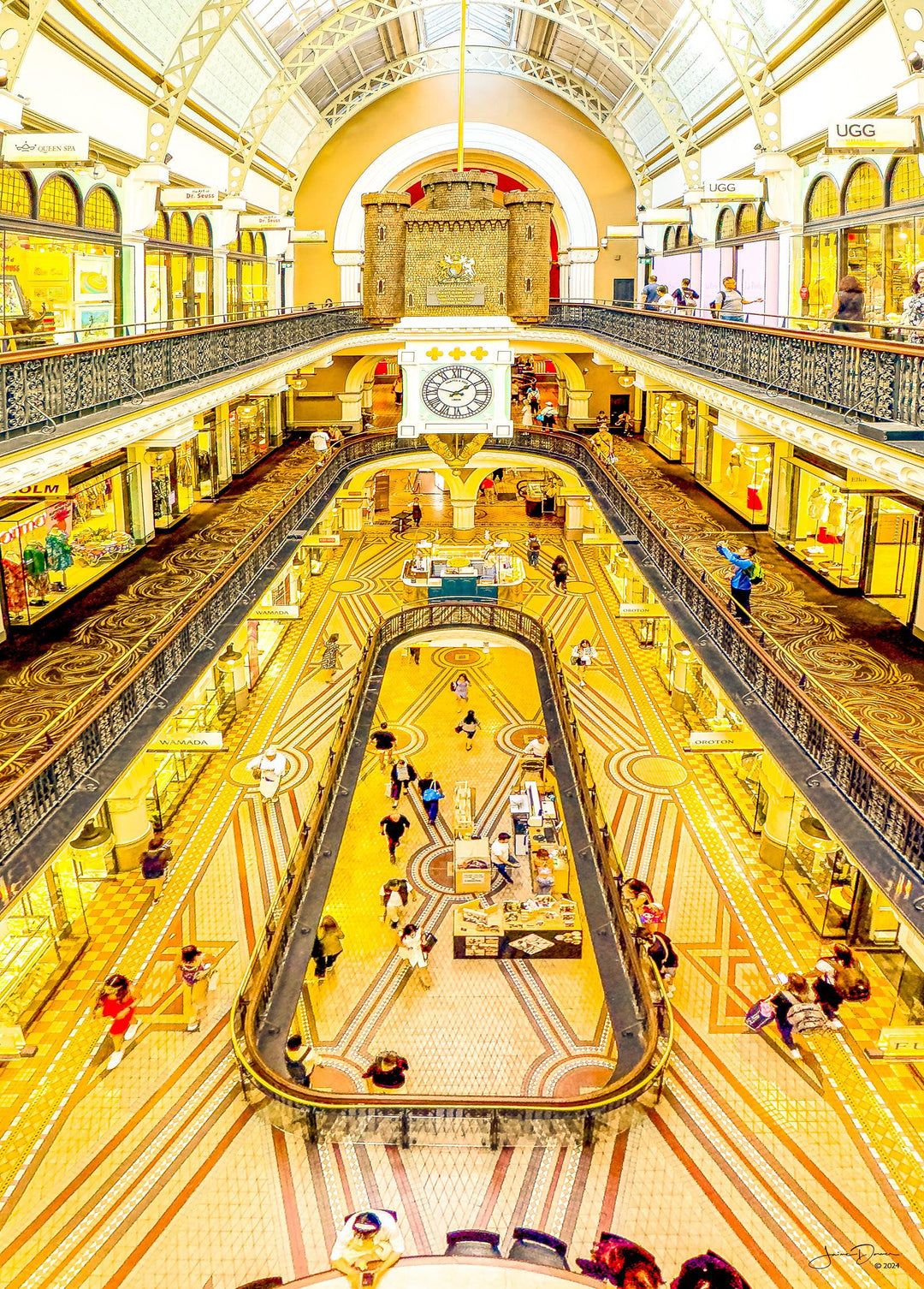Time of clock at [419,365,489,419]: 1:47
